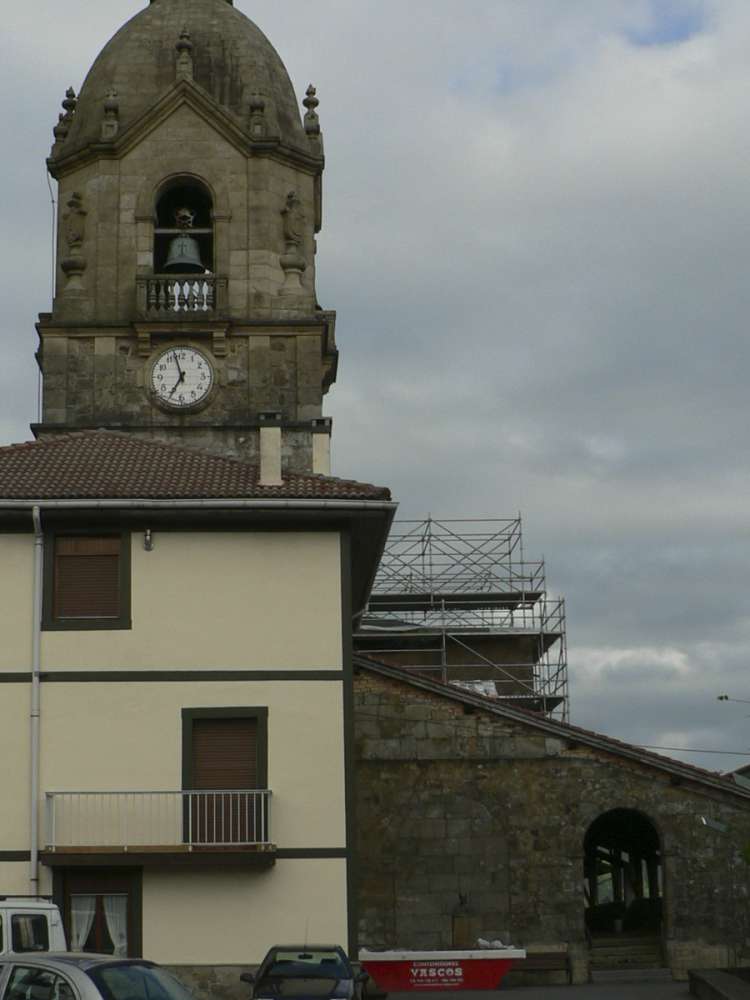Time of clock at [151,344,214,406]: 6:57
